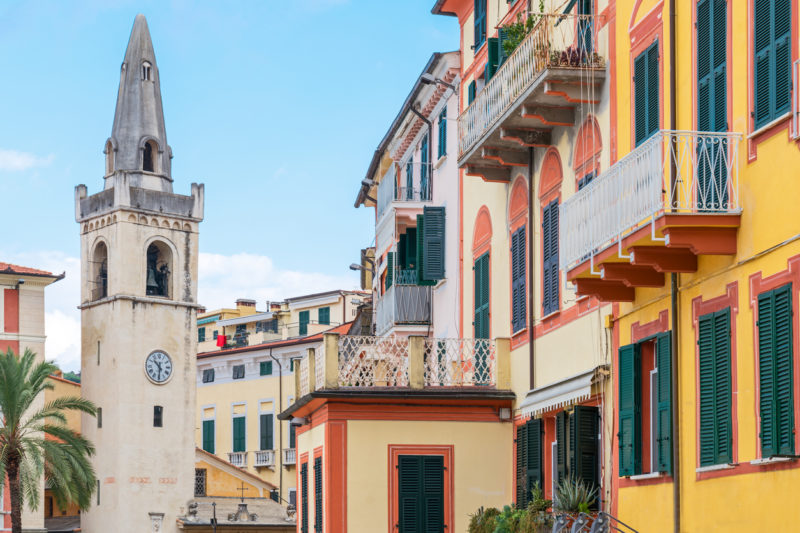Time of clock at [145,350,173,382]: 10:30
